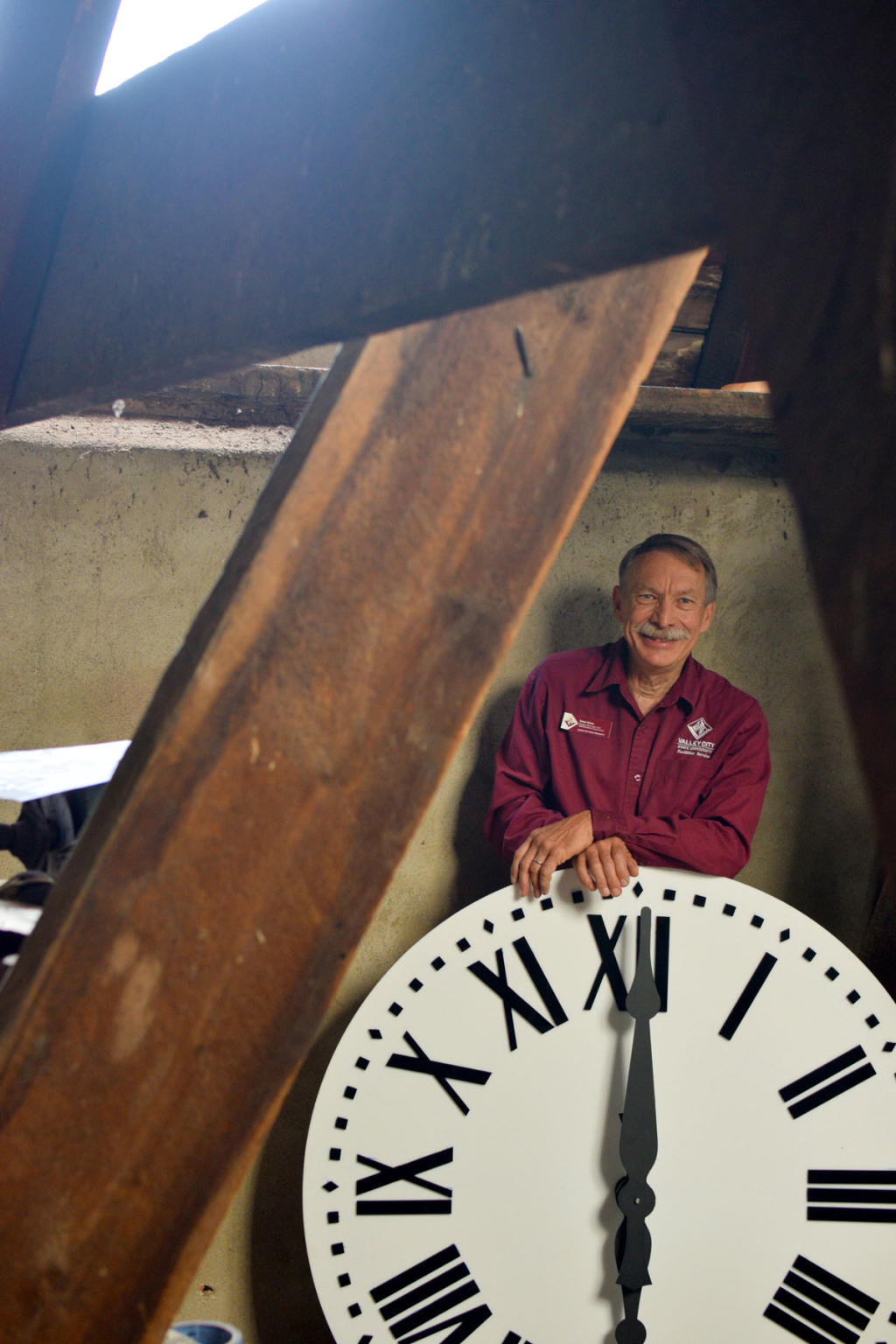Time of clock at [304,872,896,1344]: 6:00
